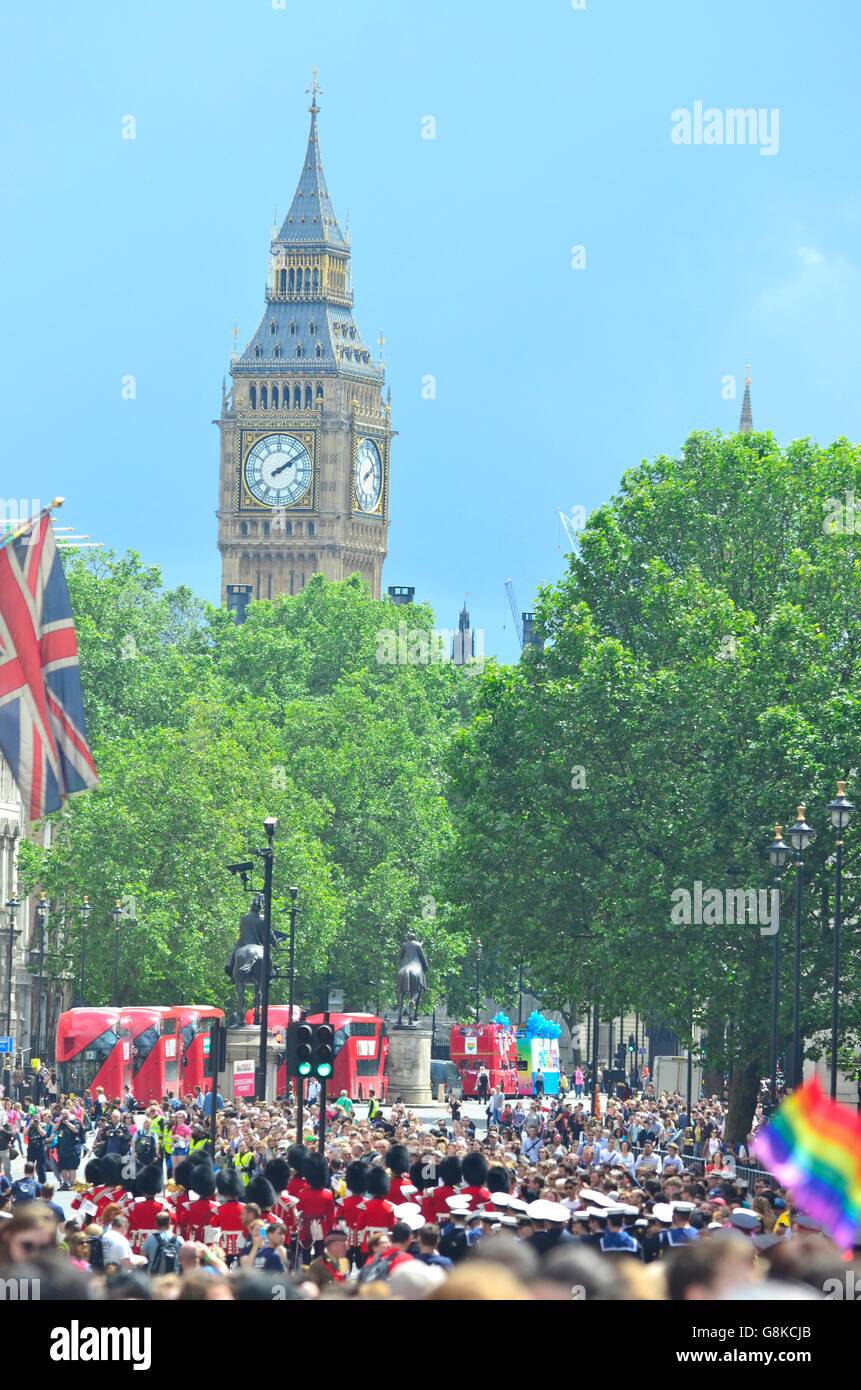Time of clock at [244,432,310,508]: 2:09
